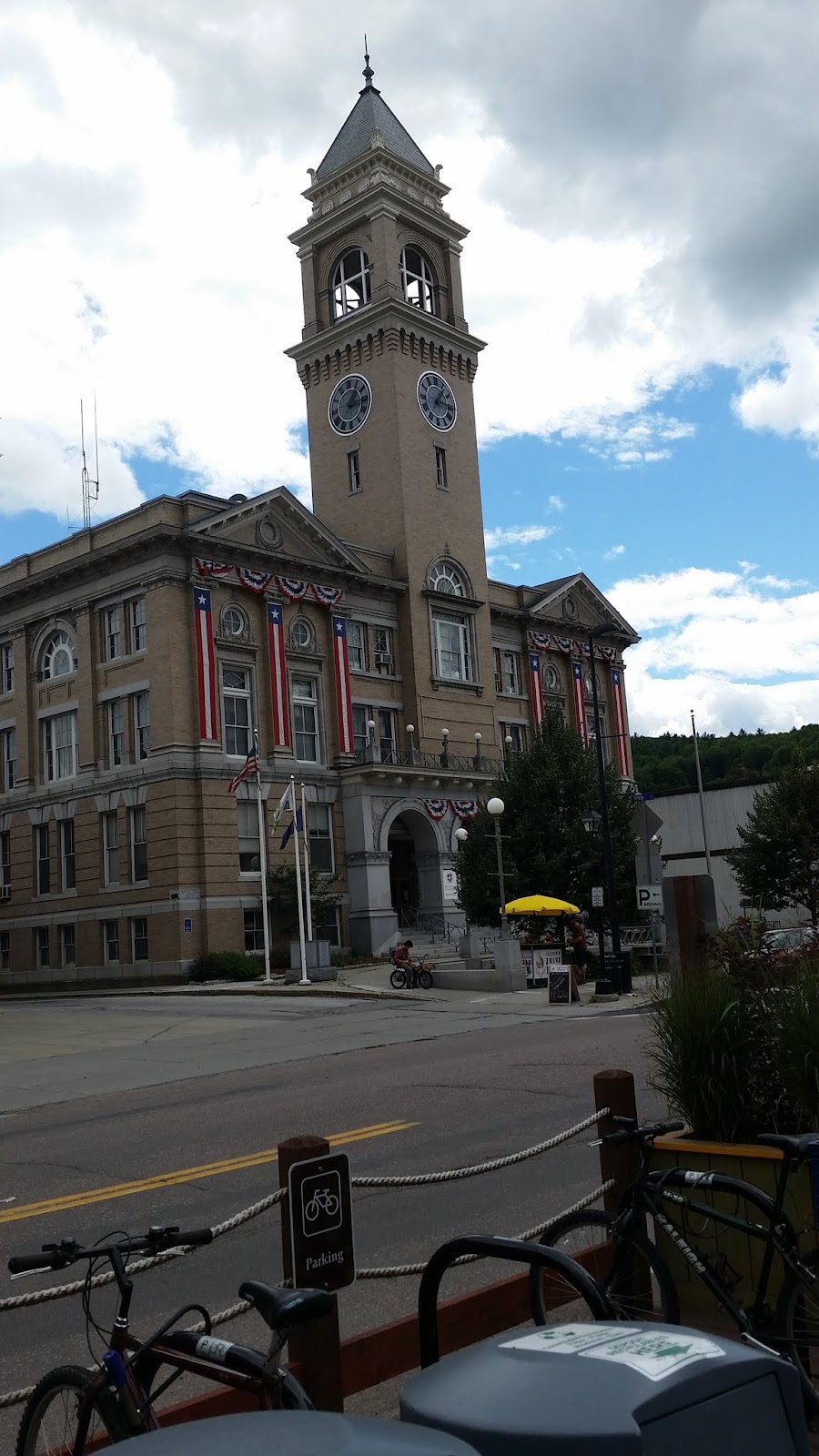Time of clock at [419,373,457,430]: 1:16
